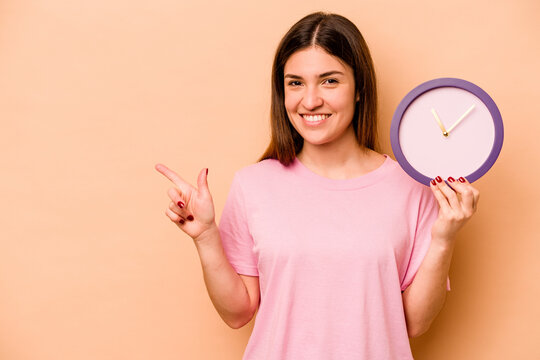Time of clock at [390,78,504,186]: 11:07
